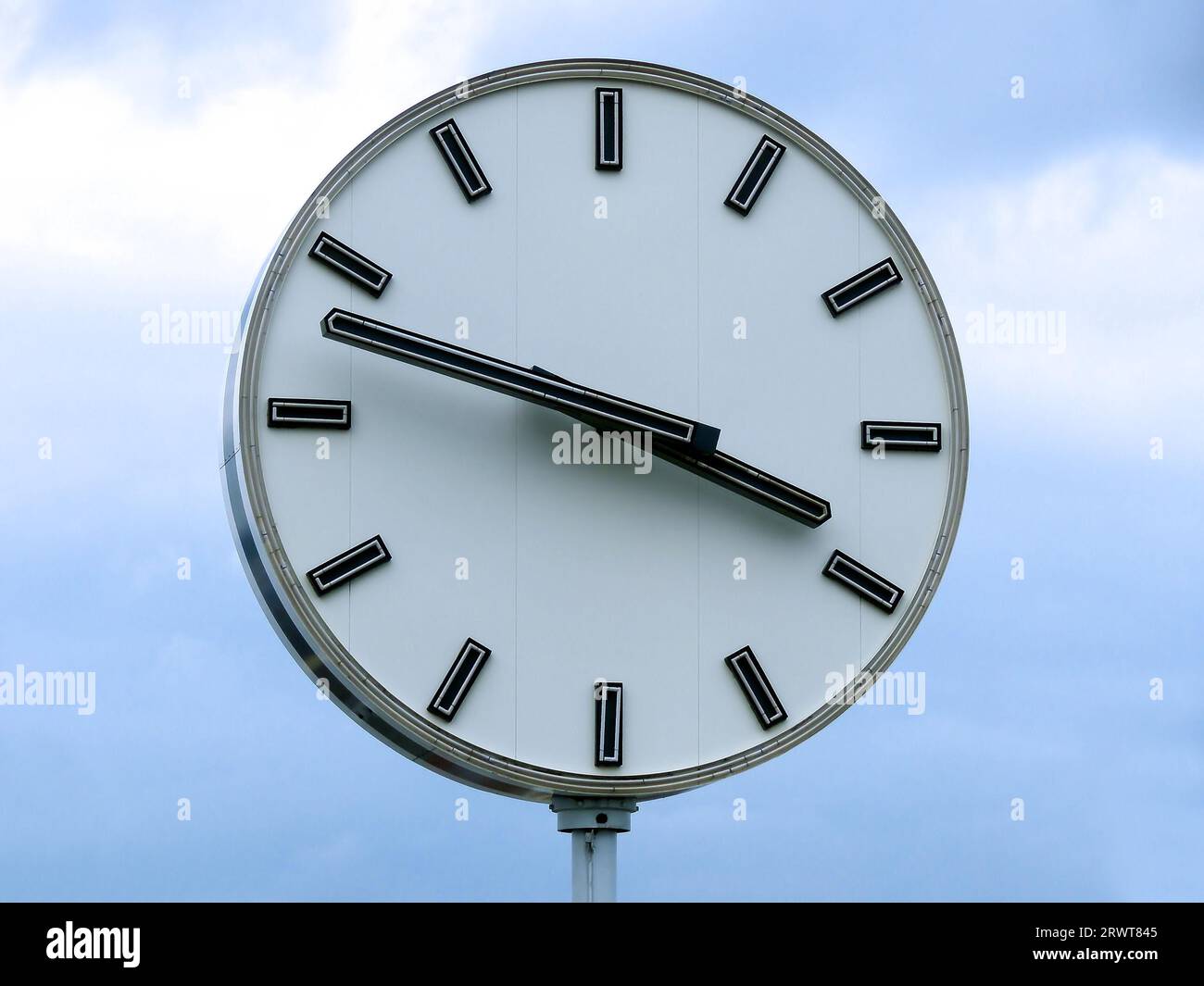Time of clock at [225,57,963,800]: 3:47
